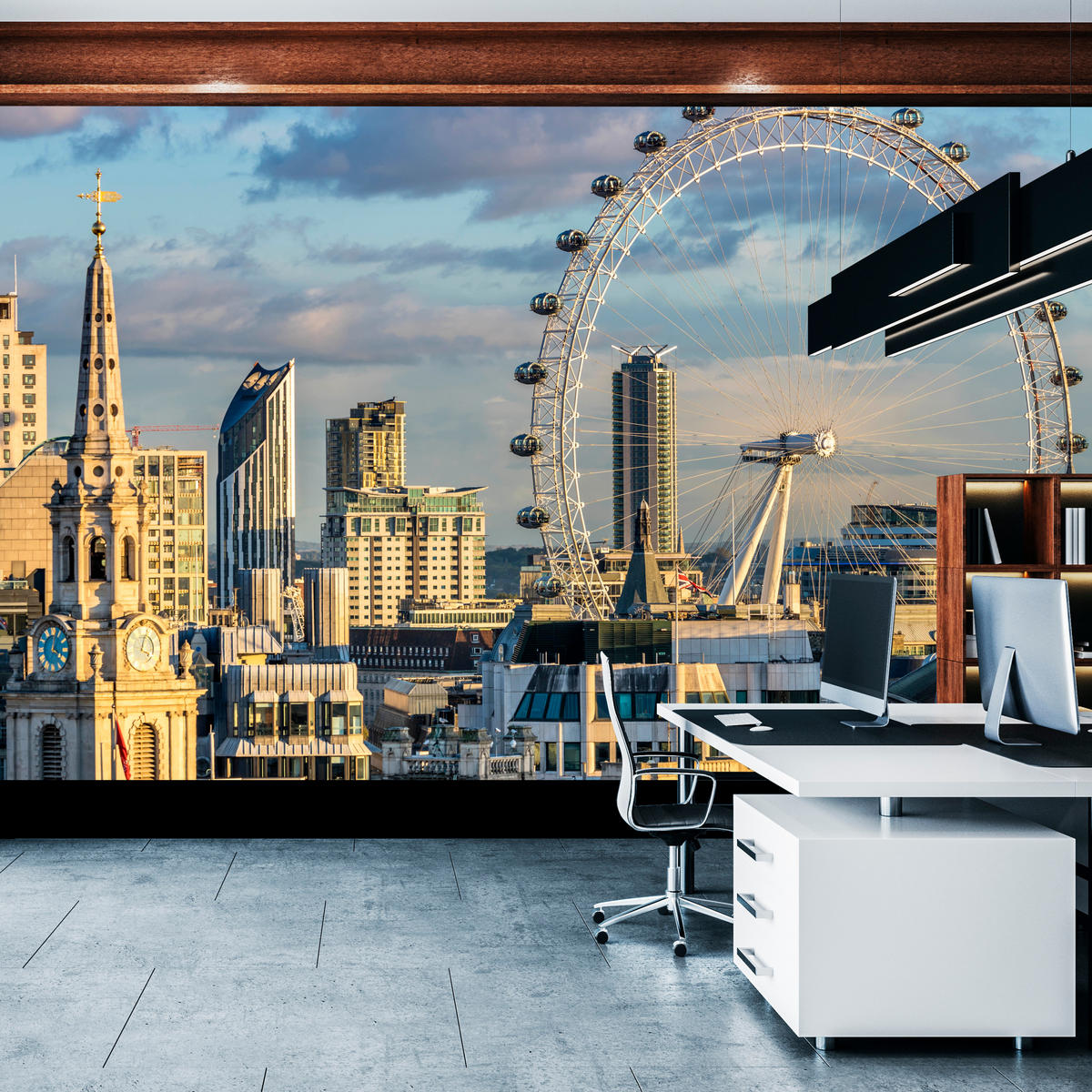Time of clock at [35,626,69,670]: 4:01
